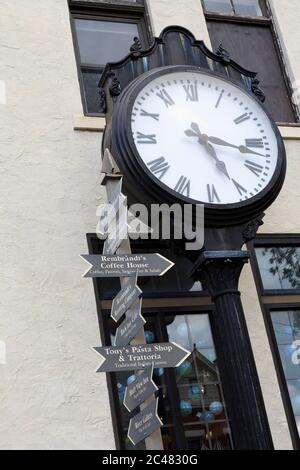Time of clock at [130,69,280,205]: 5:17
